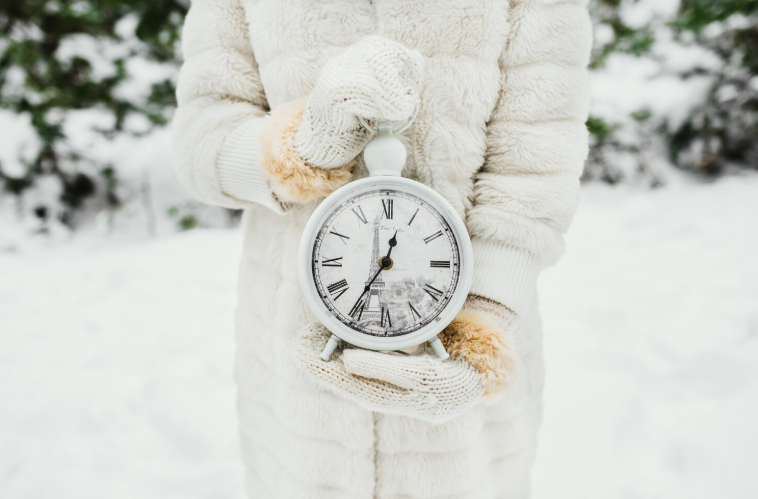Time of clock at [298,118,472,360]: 12:35
